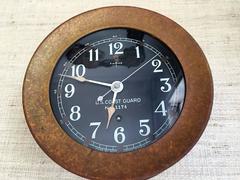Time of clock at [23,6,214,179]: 6:47
